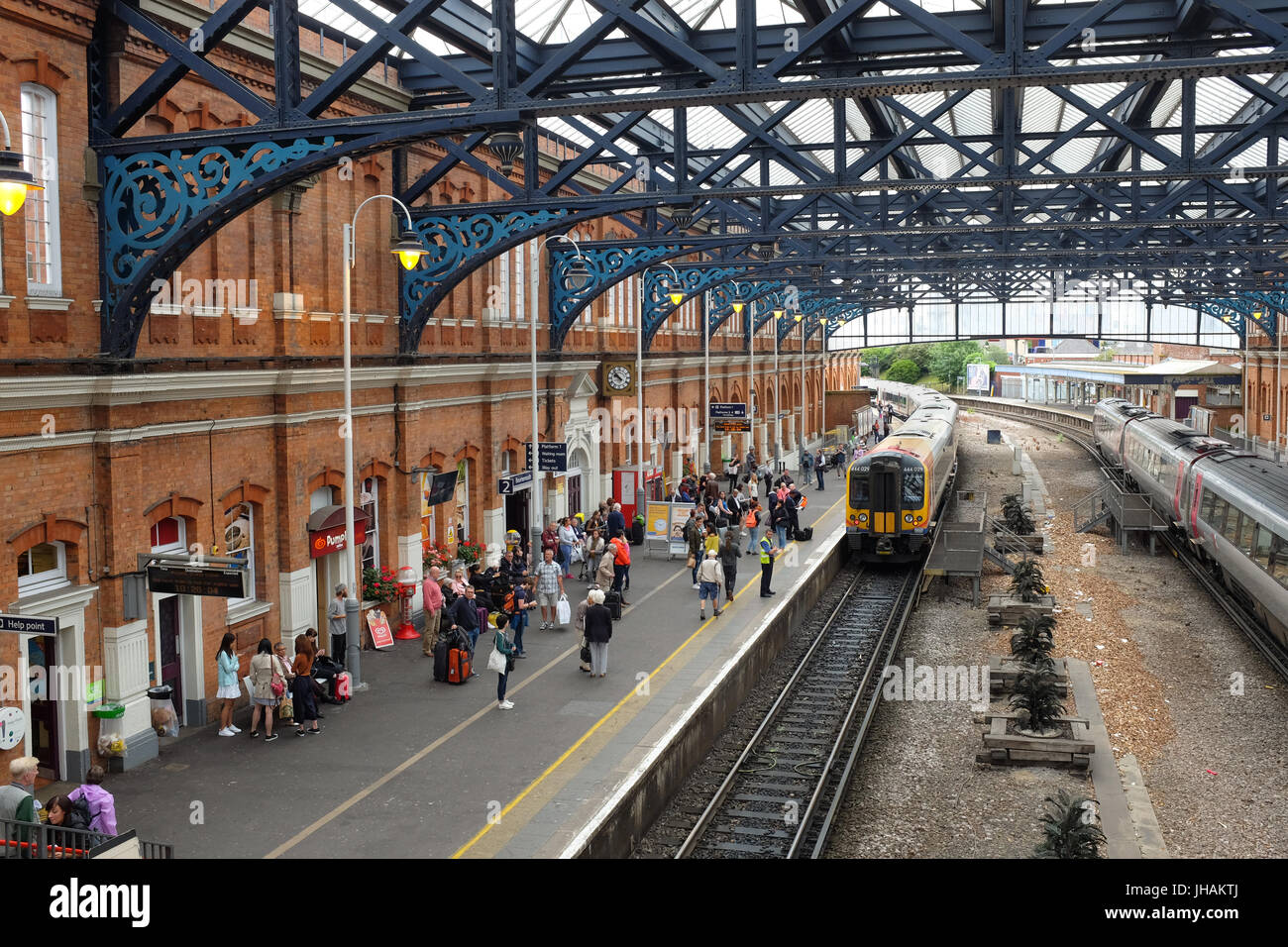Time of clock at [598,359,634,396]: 9:52
